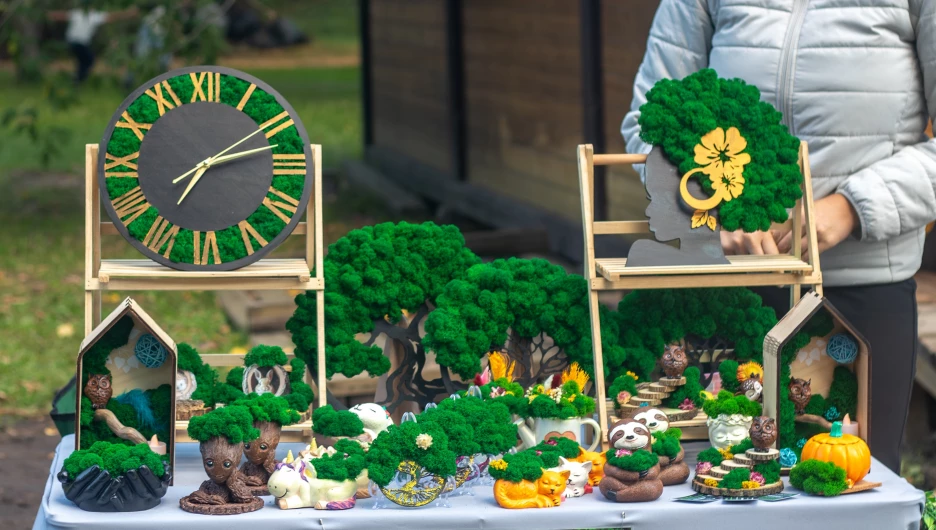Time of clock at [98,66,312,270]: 7:12
